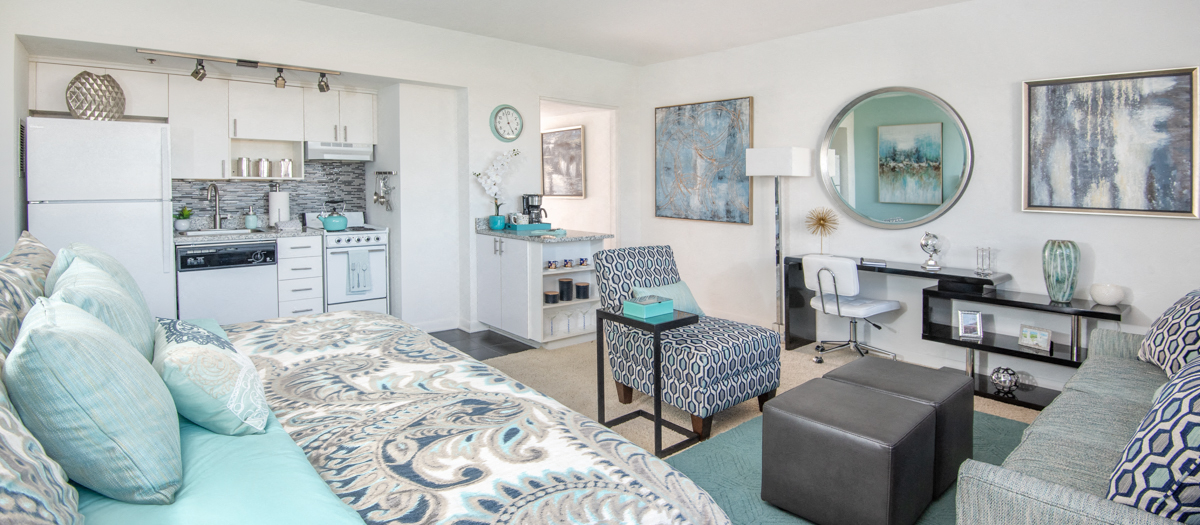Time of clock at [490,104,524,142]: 4:57
